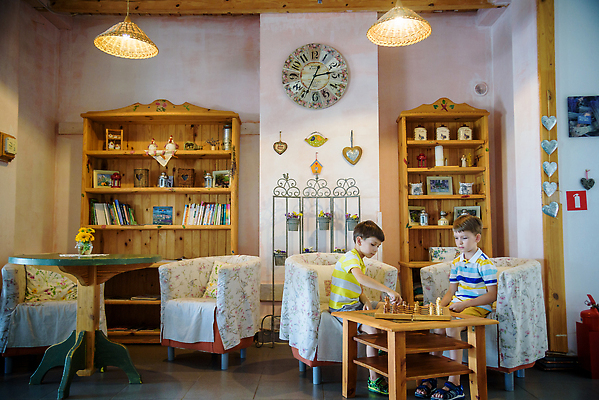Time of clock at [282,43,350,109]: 2:34
